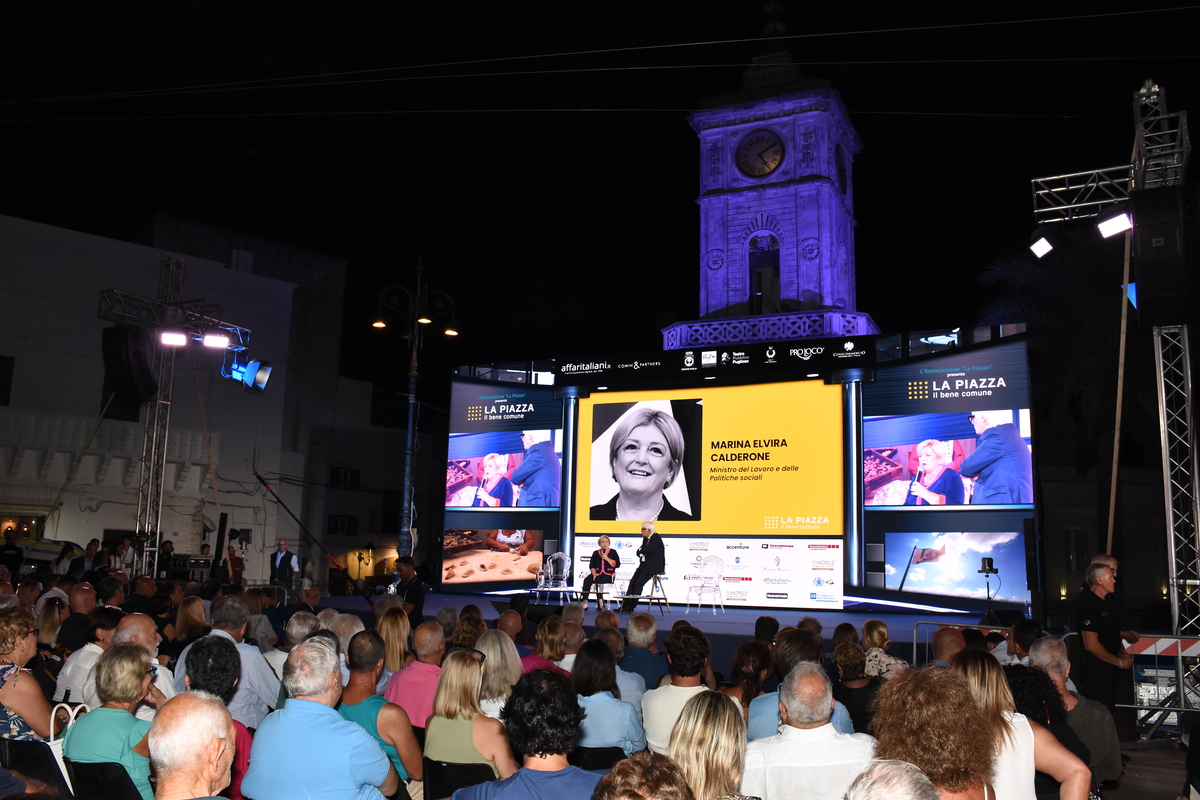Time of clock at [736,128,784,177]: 5:09
